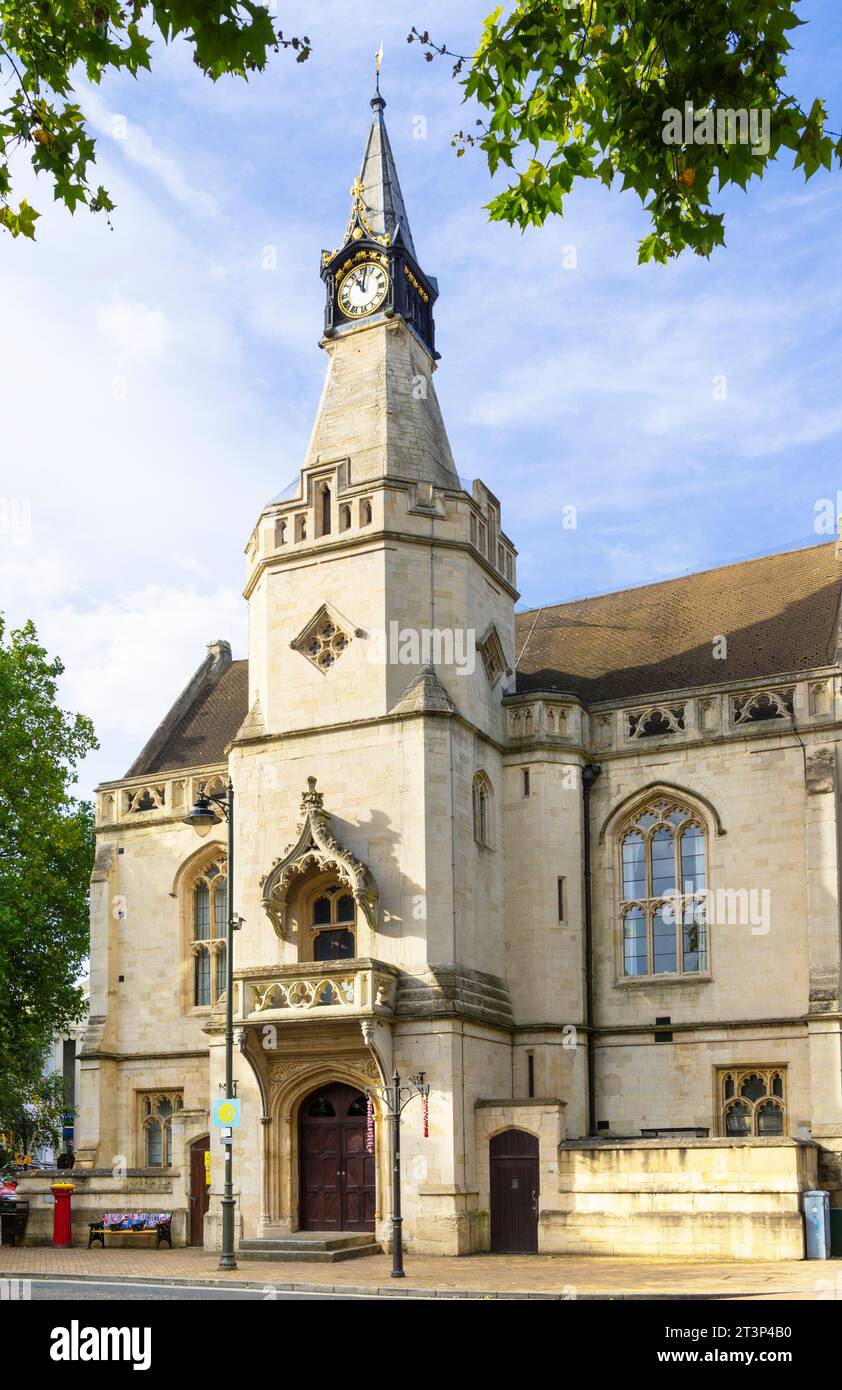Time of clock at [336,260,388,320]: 11:01
